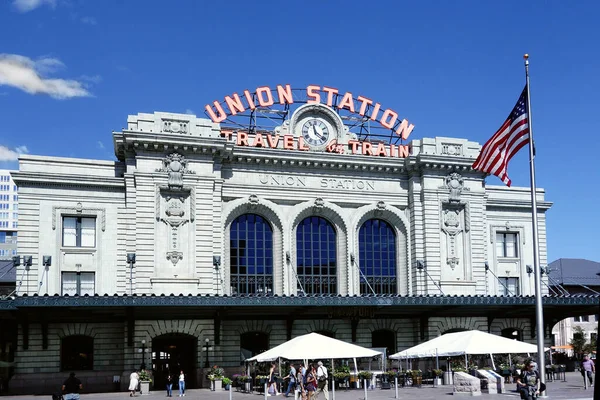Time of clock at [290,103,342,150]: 11:21
